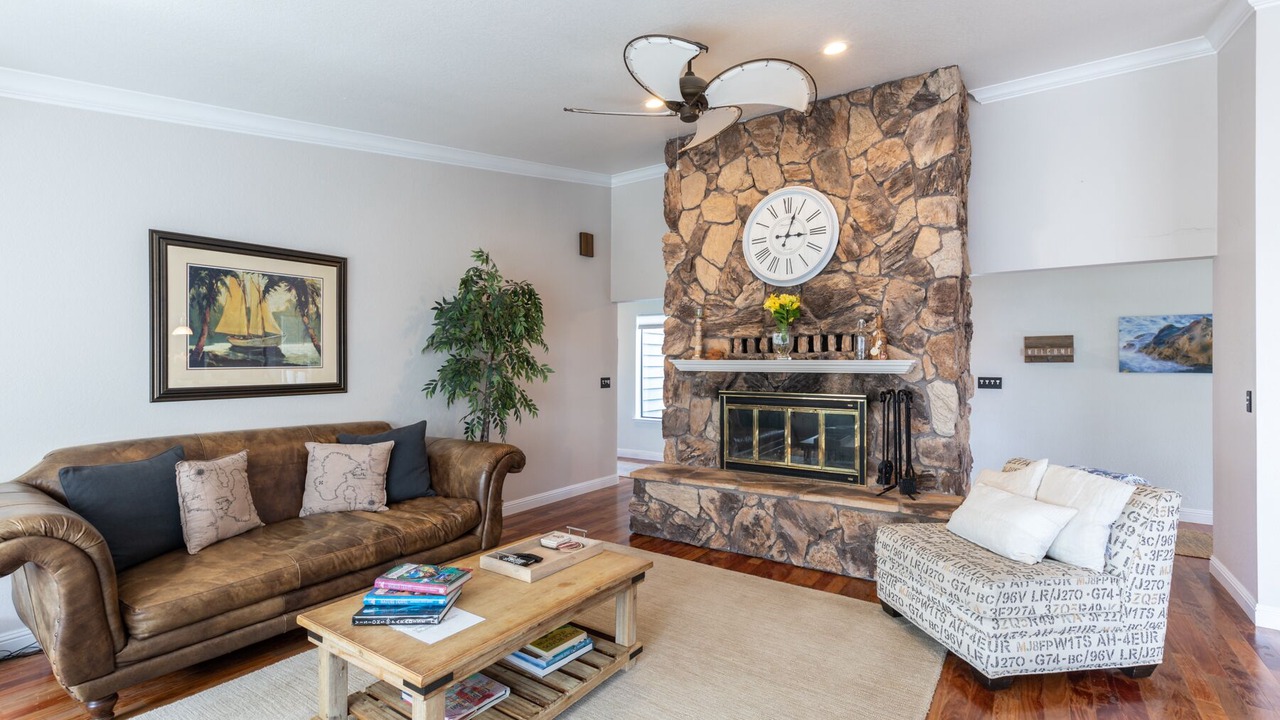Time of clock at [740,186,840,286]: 3:03
